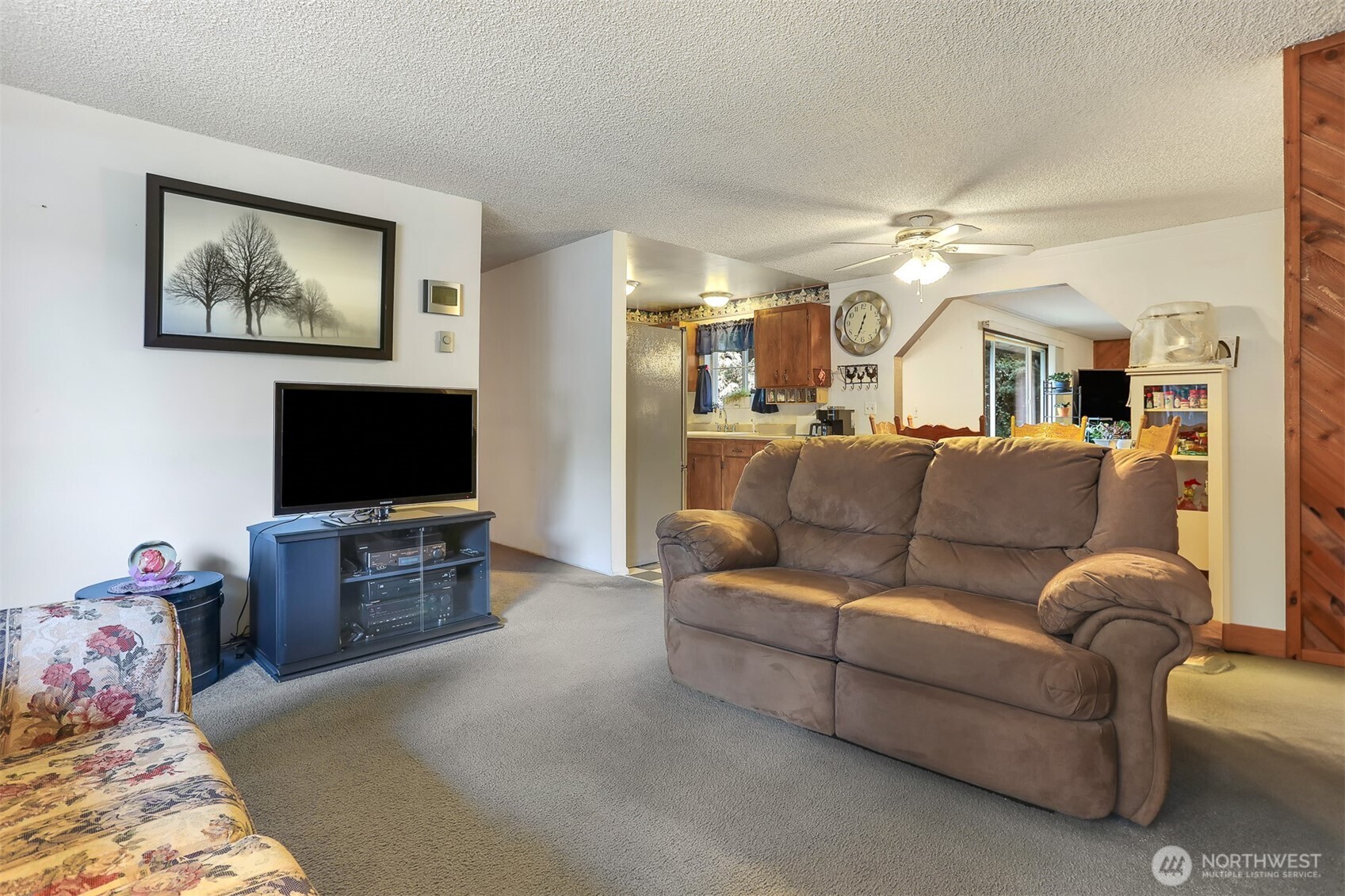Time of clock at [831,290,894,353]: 12:34
